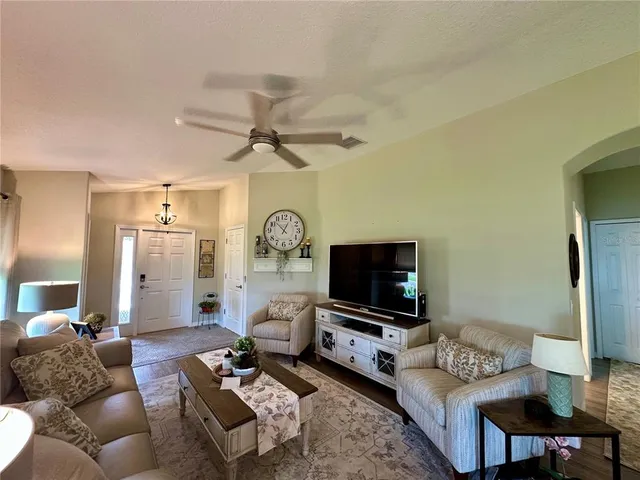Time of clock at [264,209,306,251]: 12:52
